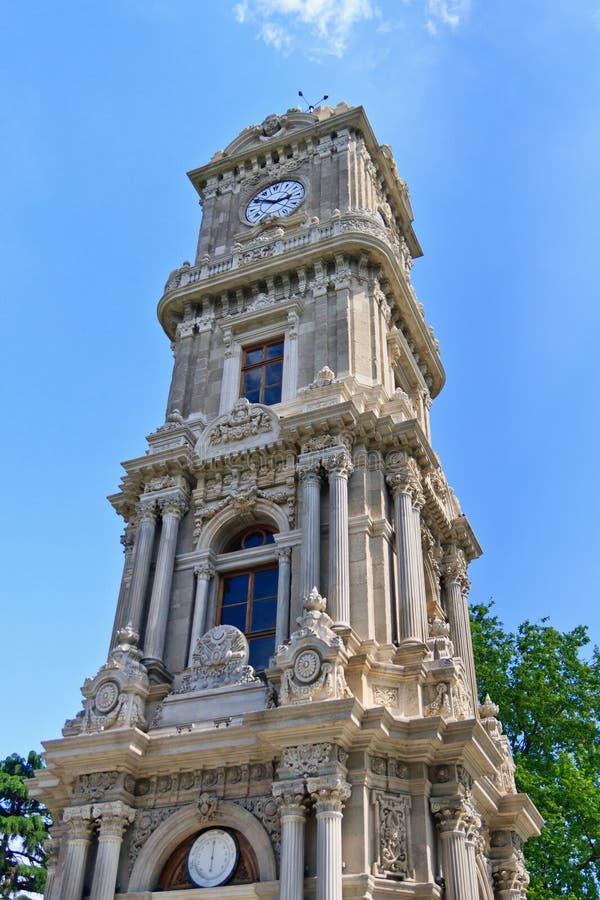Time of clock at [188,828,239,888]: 6:00
